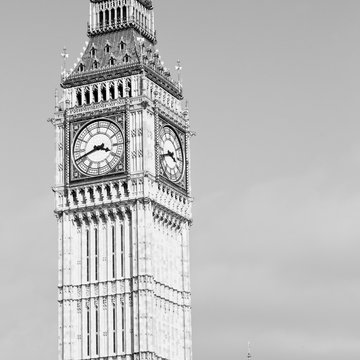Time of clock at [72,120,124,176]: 3:41
